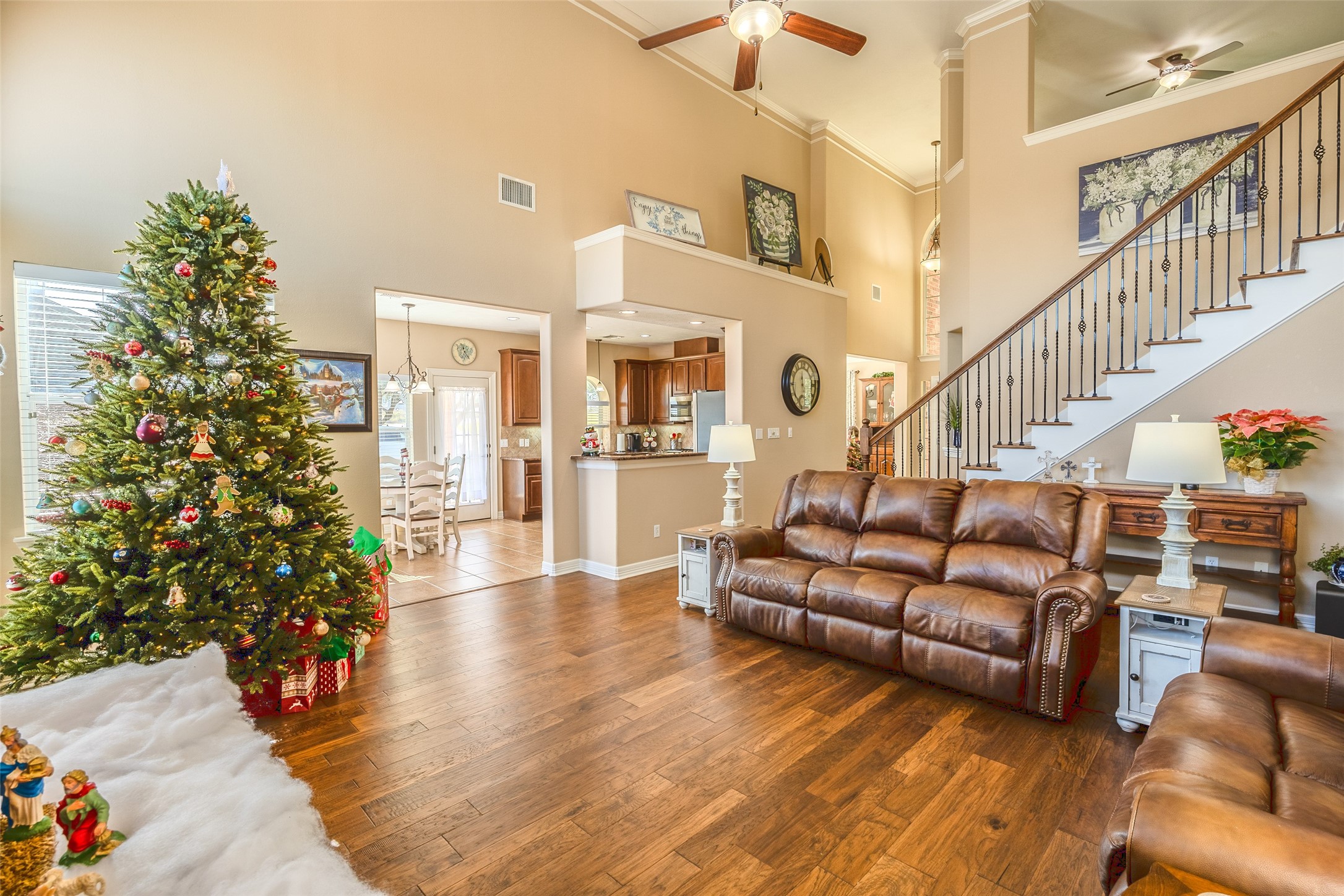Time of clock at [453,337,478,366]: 11:23
